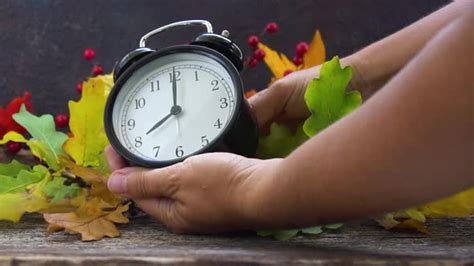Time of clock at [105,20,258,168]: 8:00
